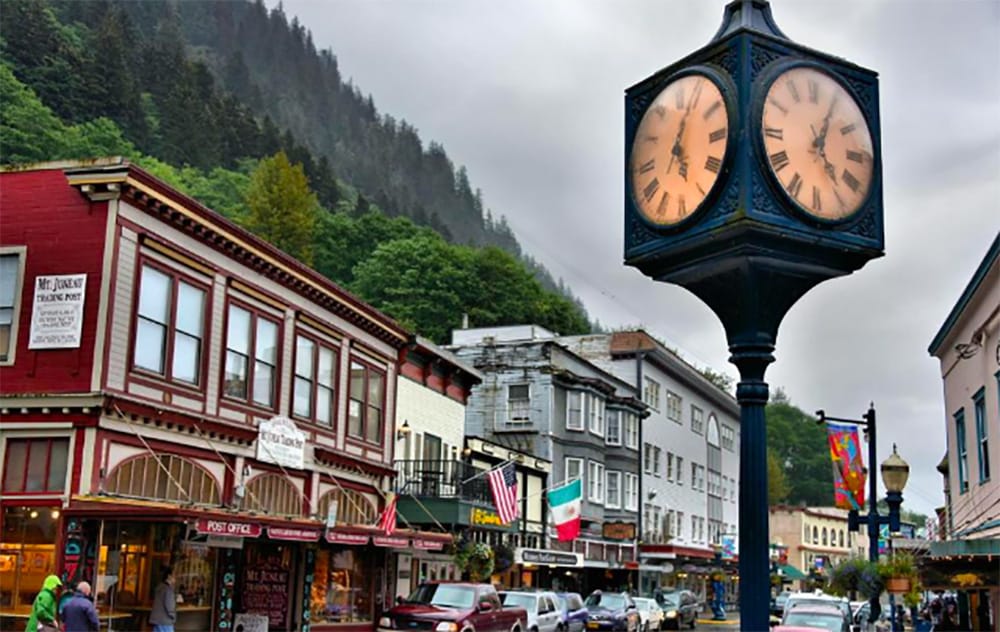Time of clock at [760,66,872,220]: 5:04
